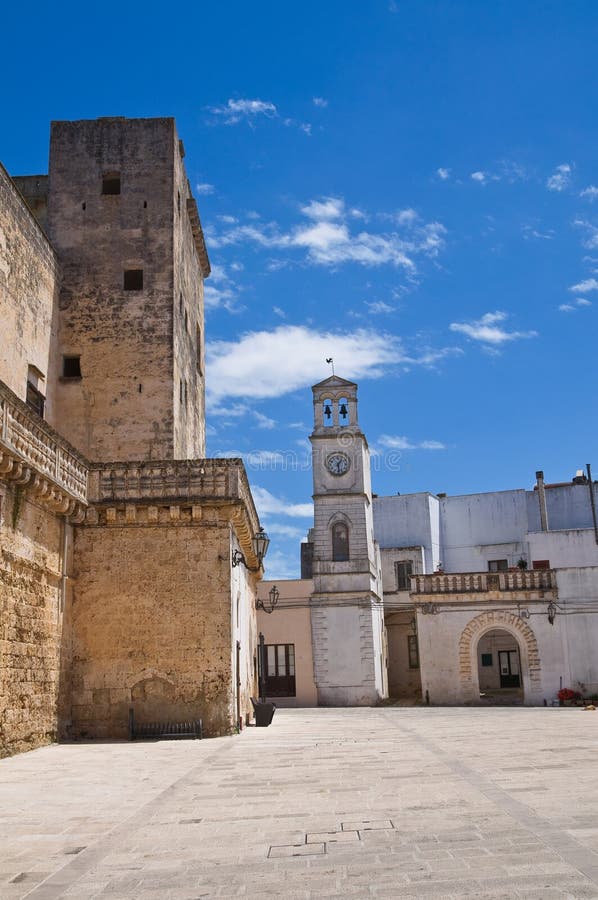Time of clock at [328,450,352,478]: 1:28
